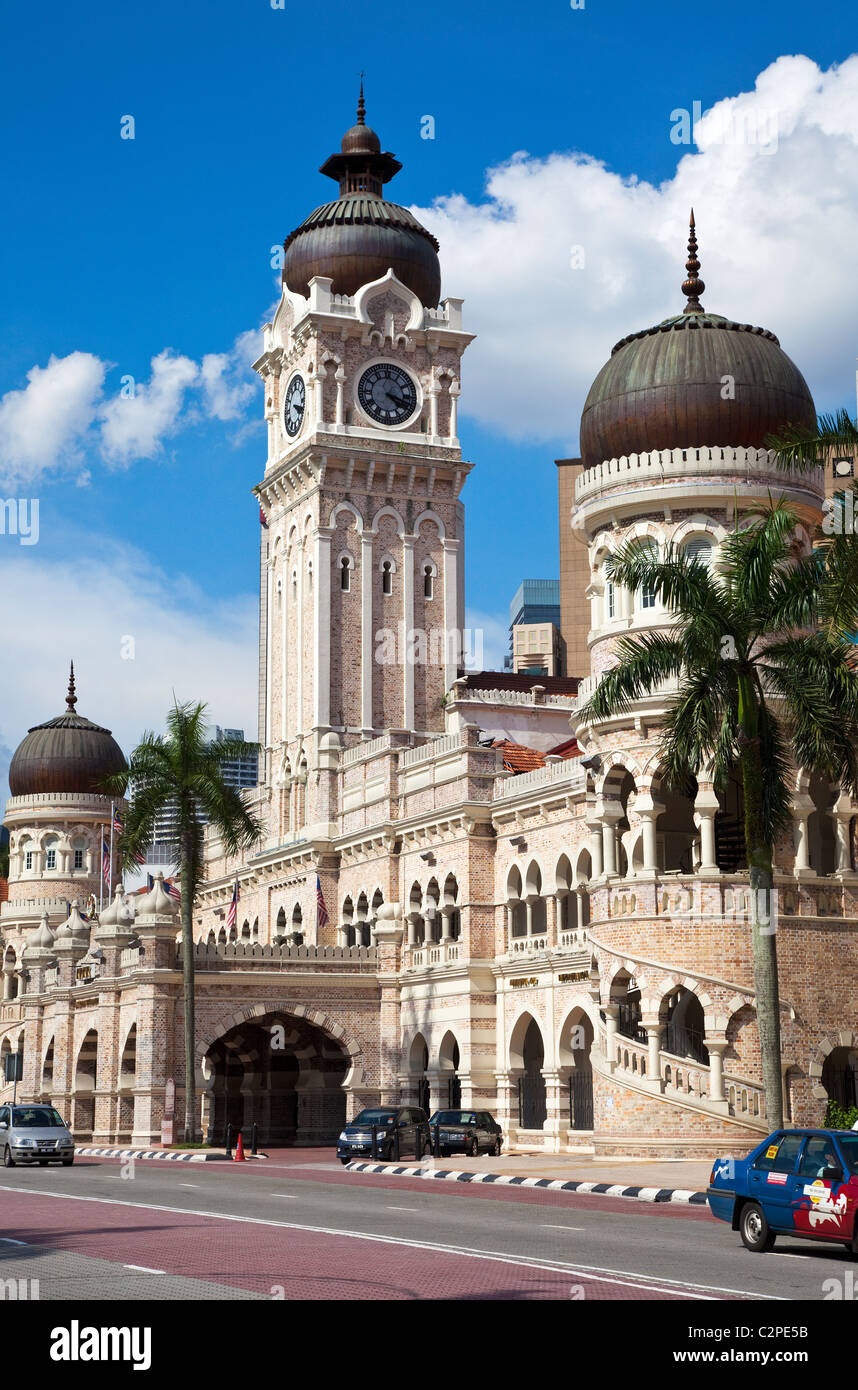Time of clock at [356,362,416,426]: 4:17
